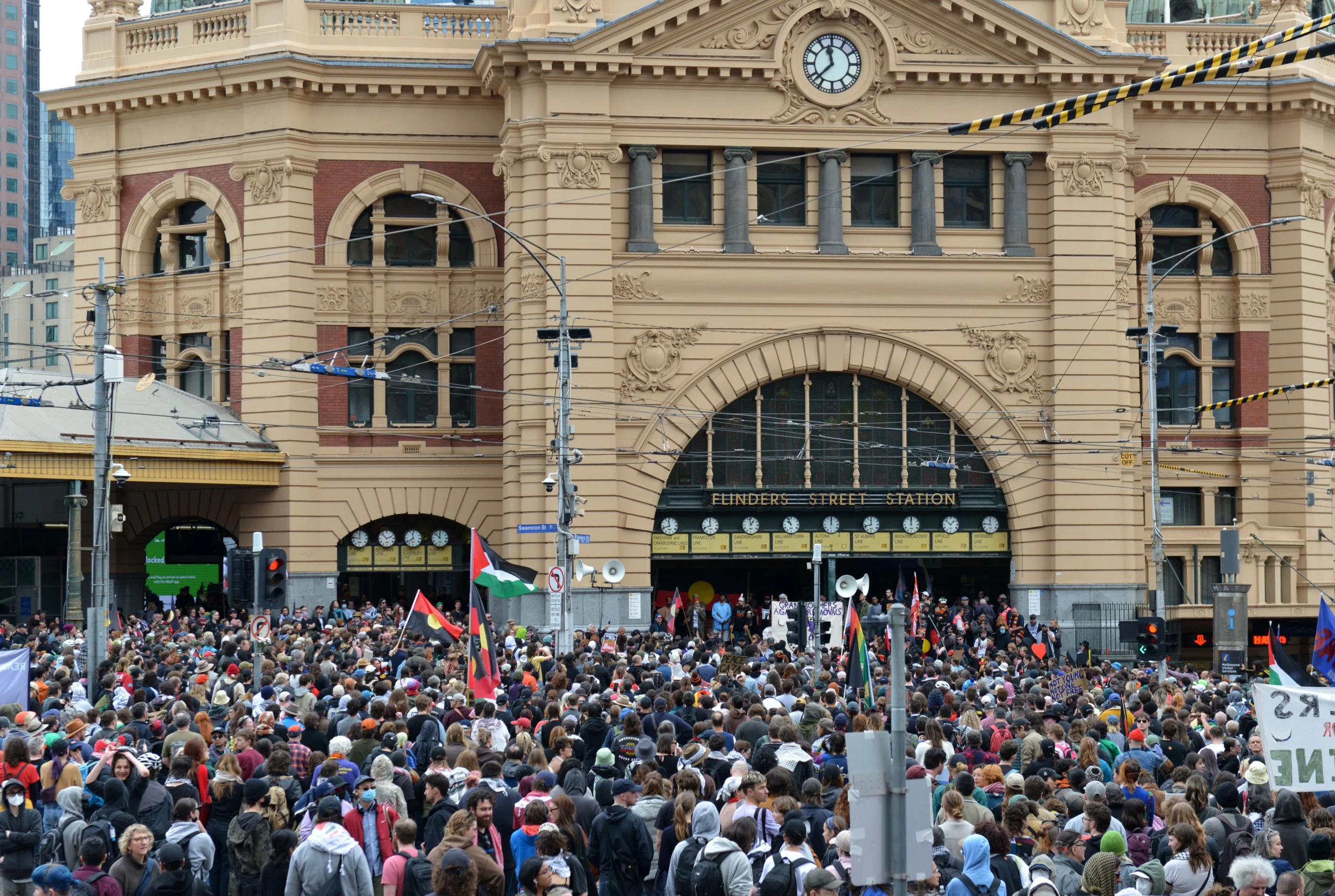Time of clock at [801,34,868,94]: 11:37
